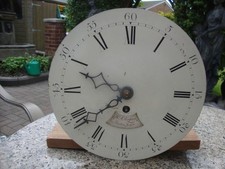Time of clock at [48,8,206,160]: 9:38
